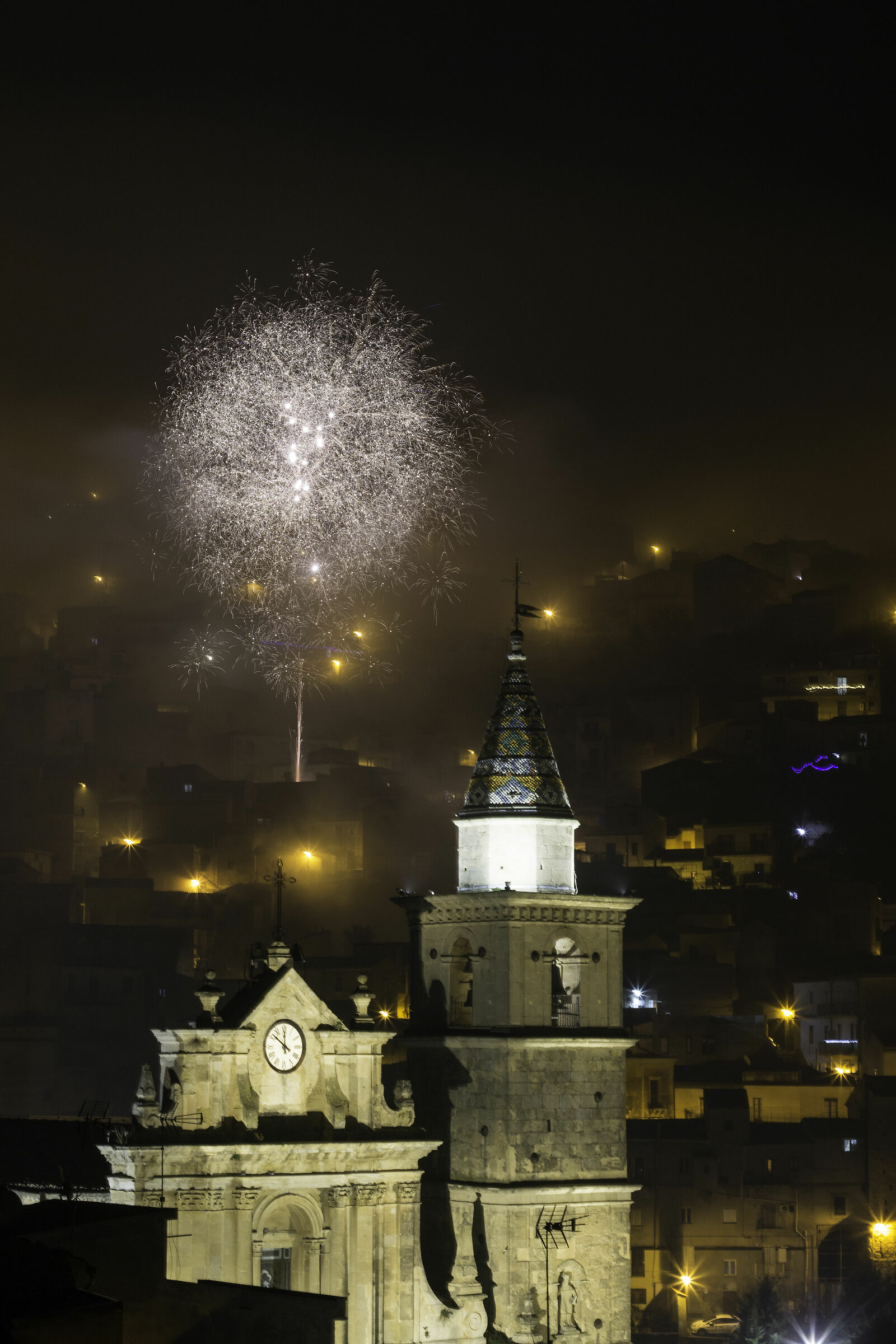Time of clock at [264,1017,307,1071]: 11:51
